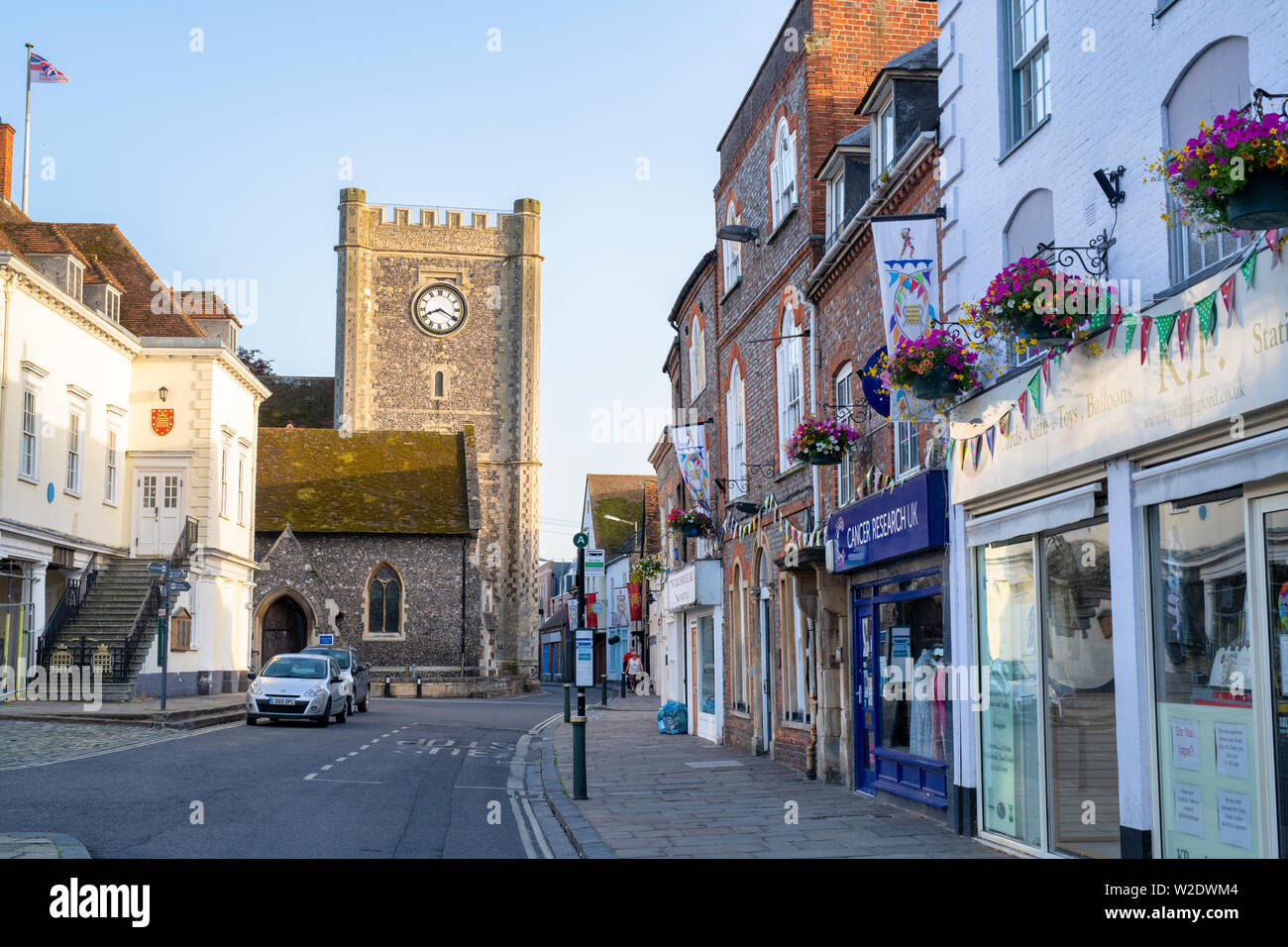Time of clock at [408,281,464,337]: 8:19
